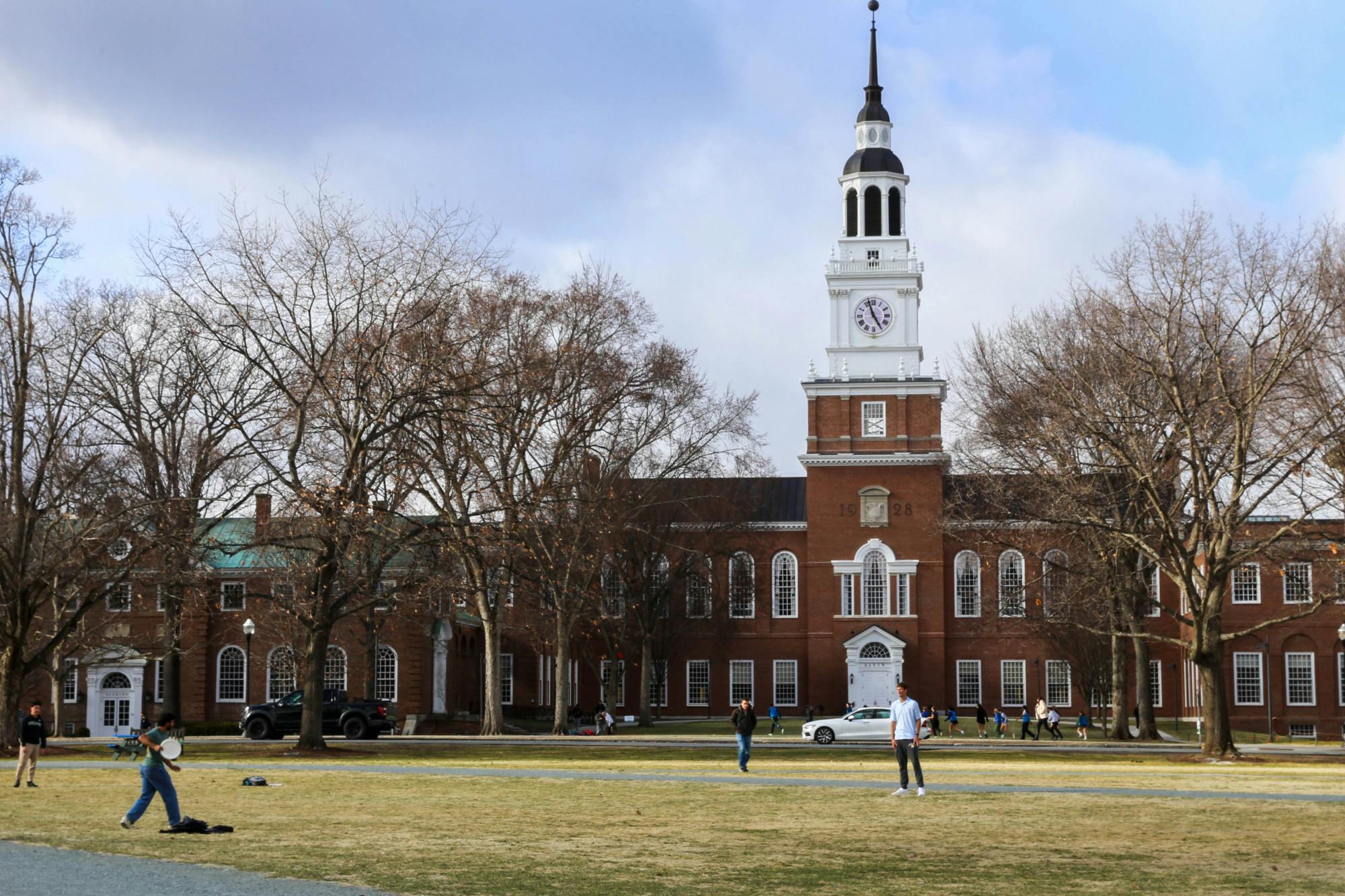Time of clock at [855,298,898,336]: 4:56
